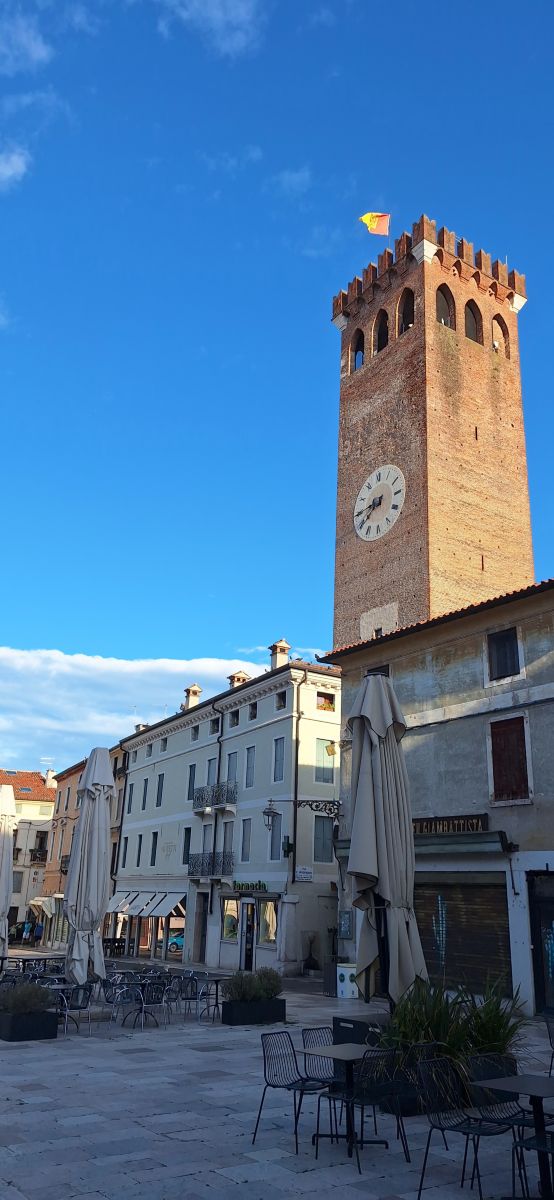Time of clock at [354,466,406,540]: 7:44
